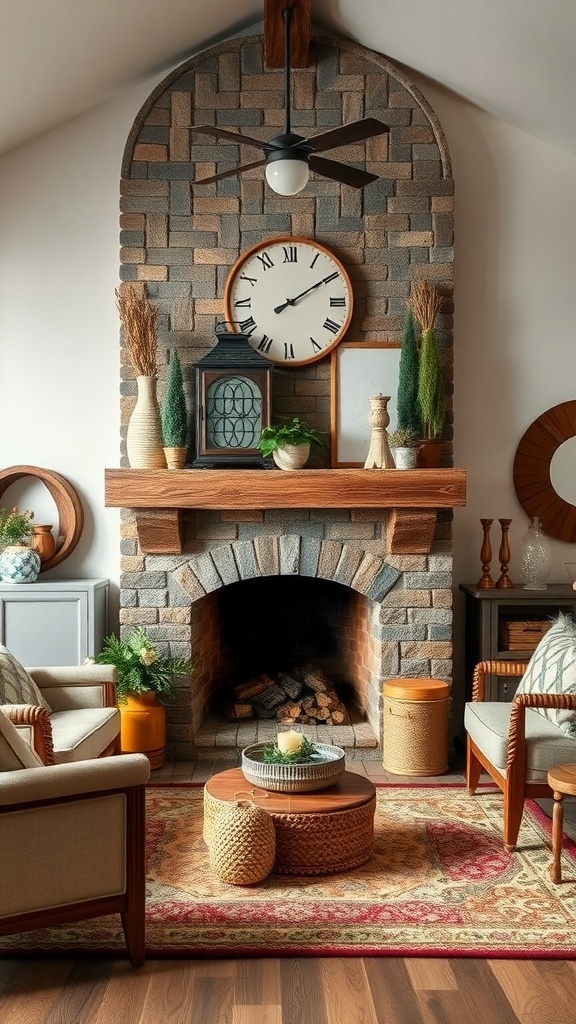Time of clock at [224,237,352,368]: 2:09
